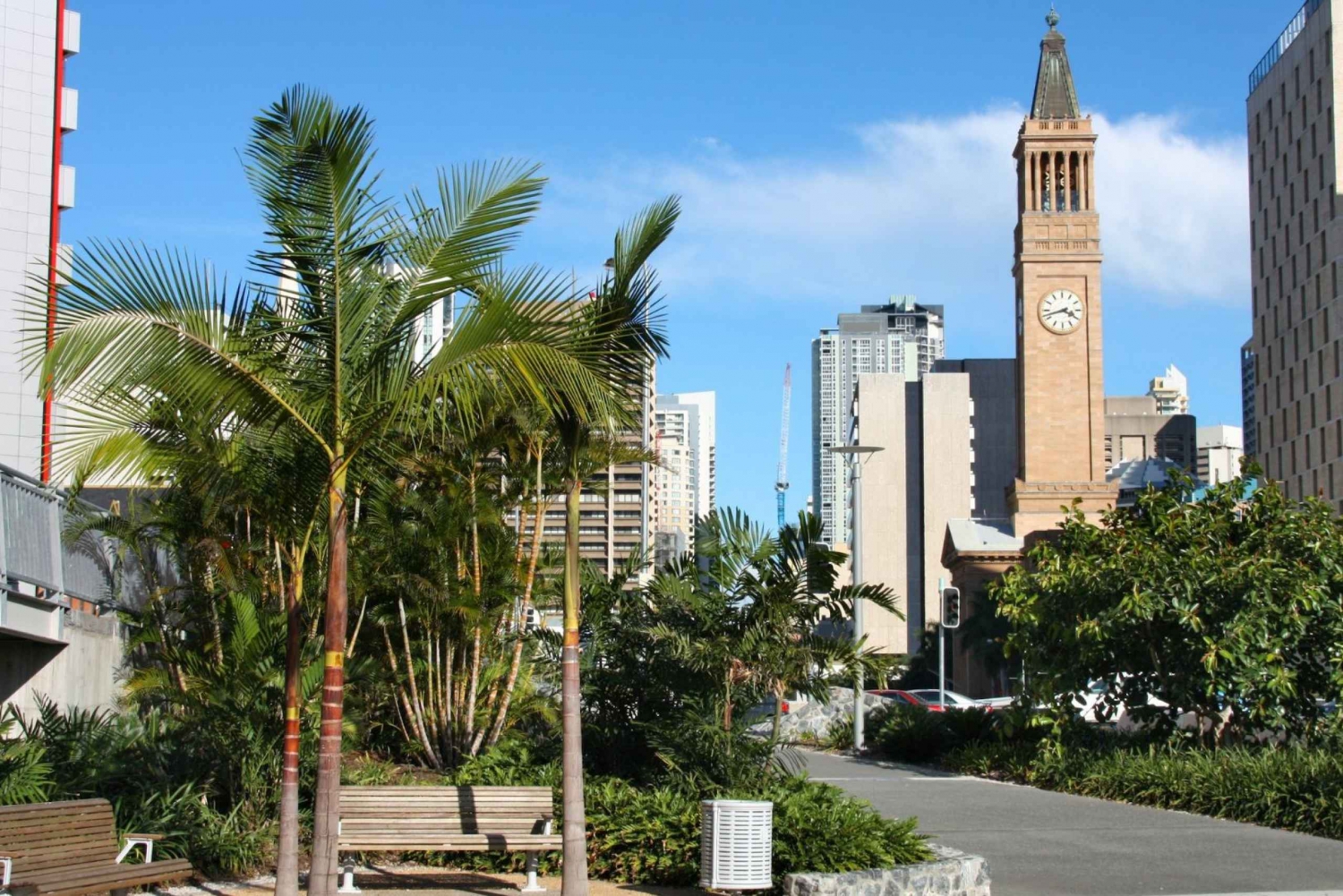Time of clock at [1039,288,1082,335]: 3:42
